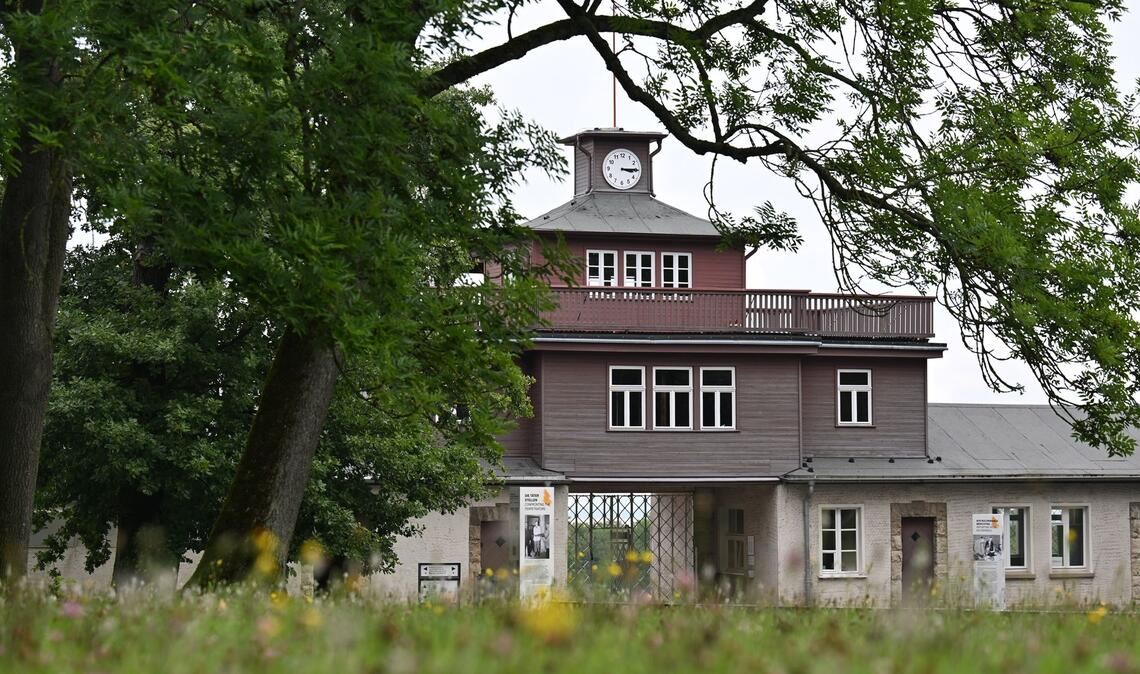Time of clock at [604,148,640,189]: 3:14
